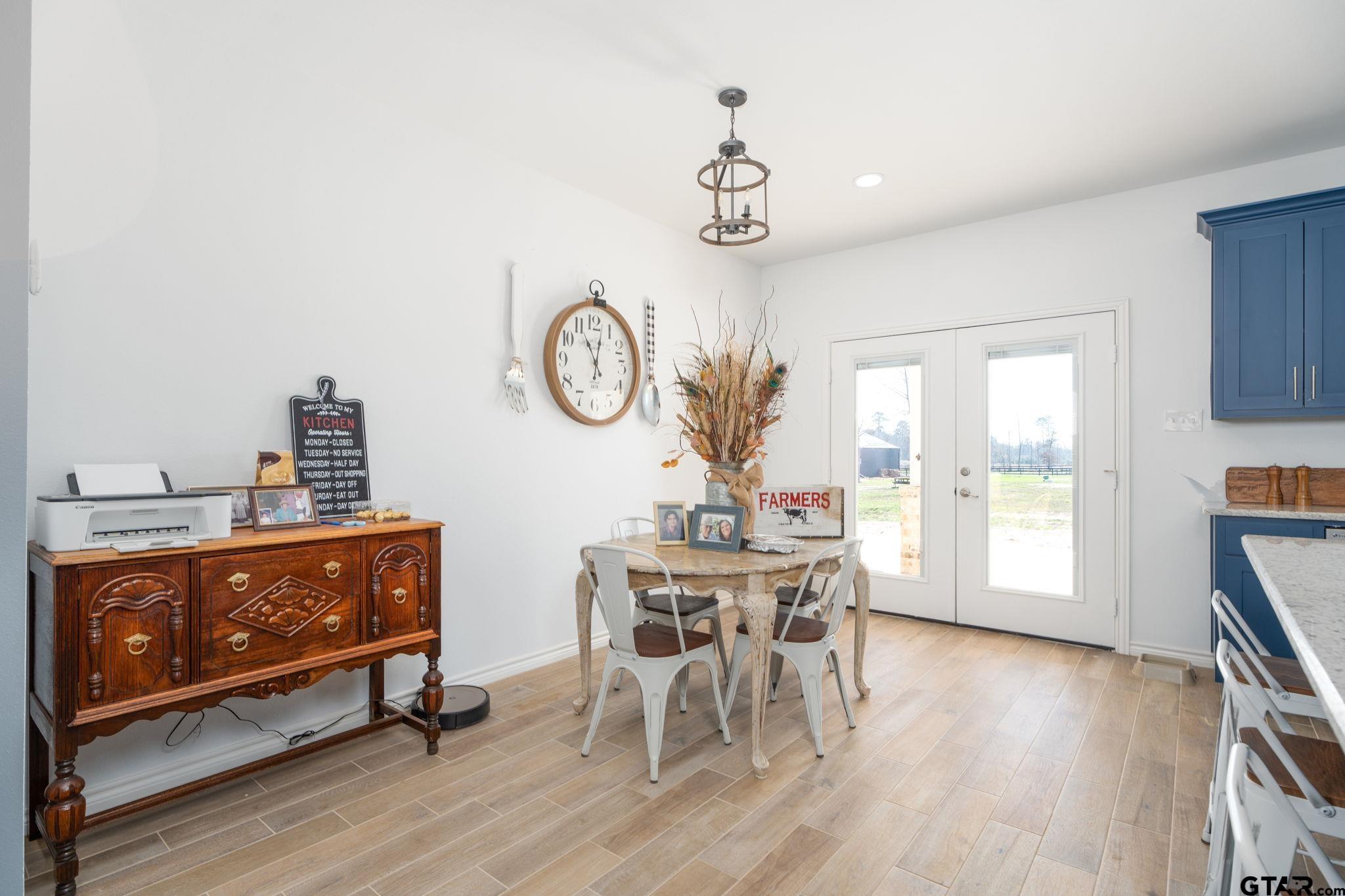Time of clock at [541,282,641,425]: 11:02
